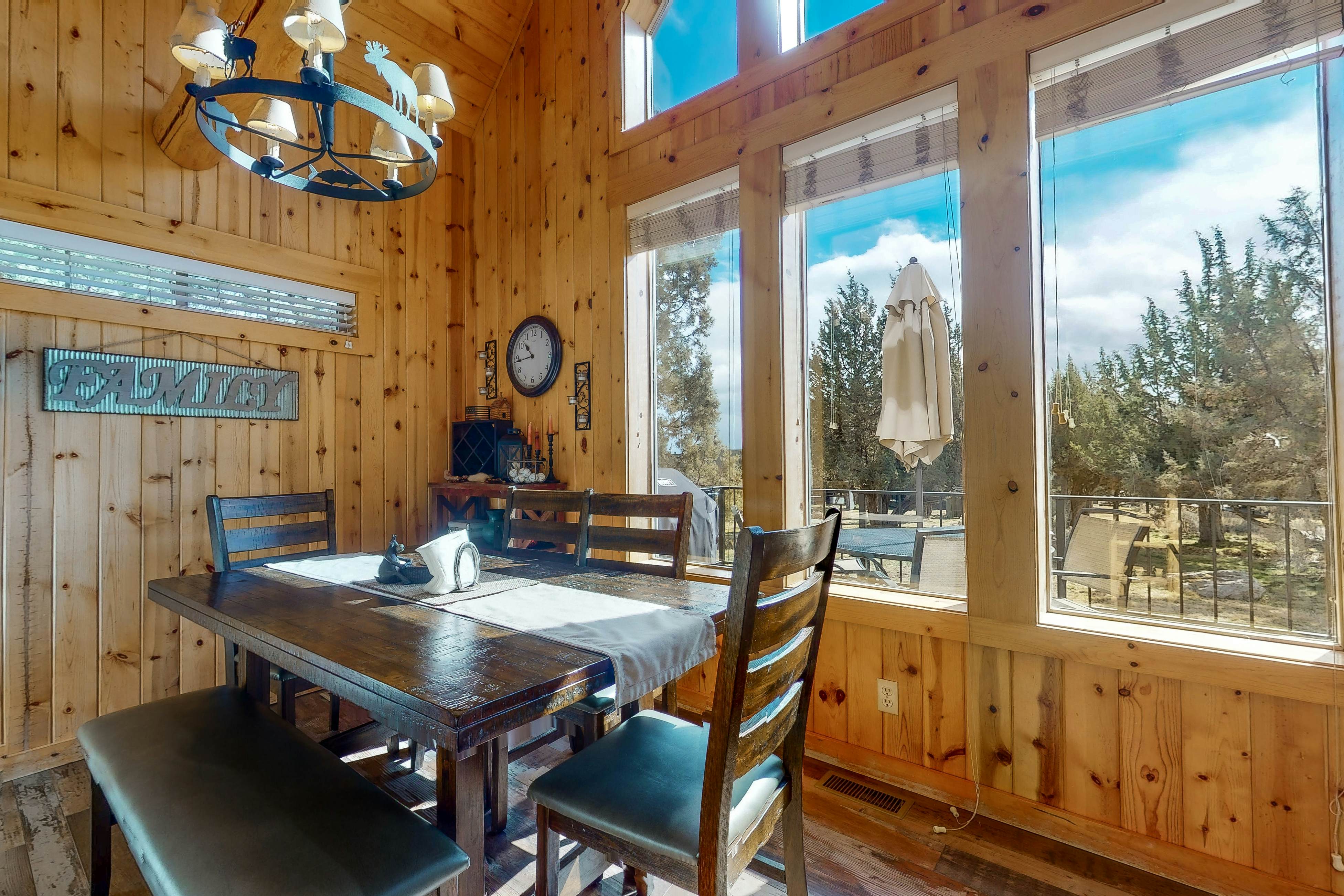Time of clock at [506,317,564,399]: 10:43
